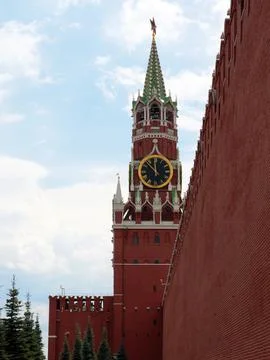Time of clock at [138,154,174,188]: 11:52
